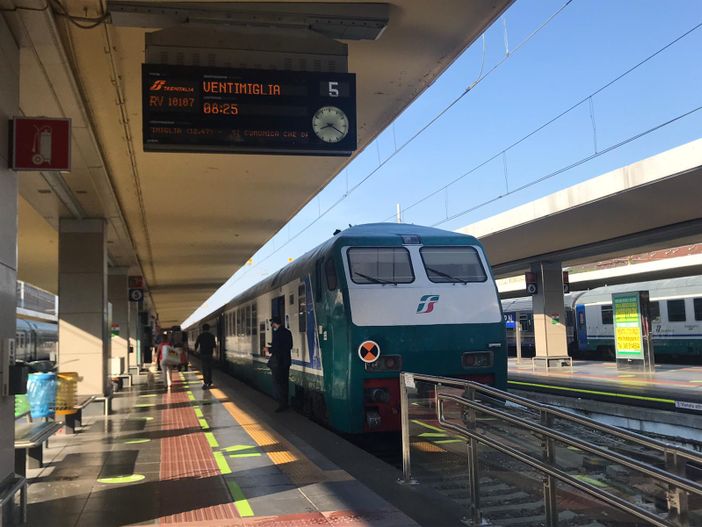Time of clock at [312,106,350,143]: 8:20
